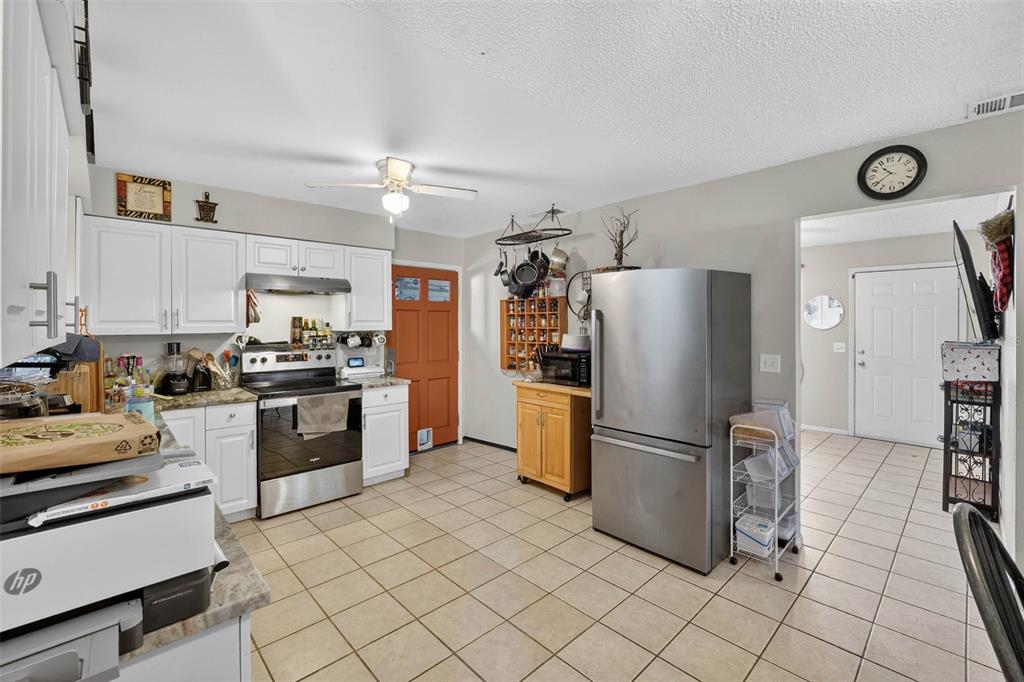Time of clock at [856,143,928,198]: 10:38
